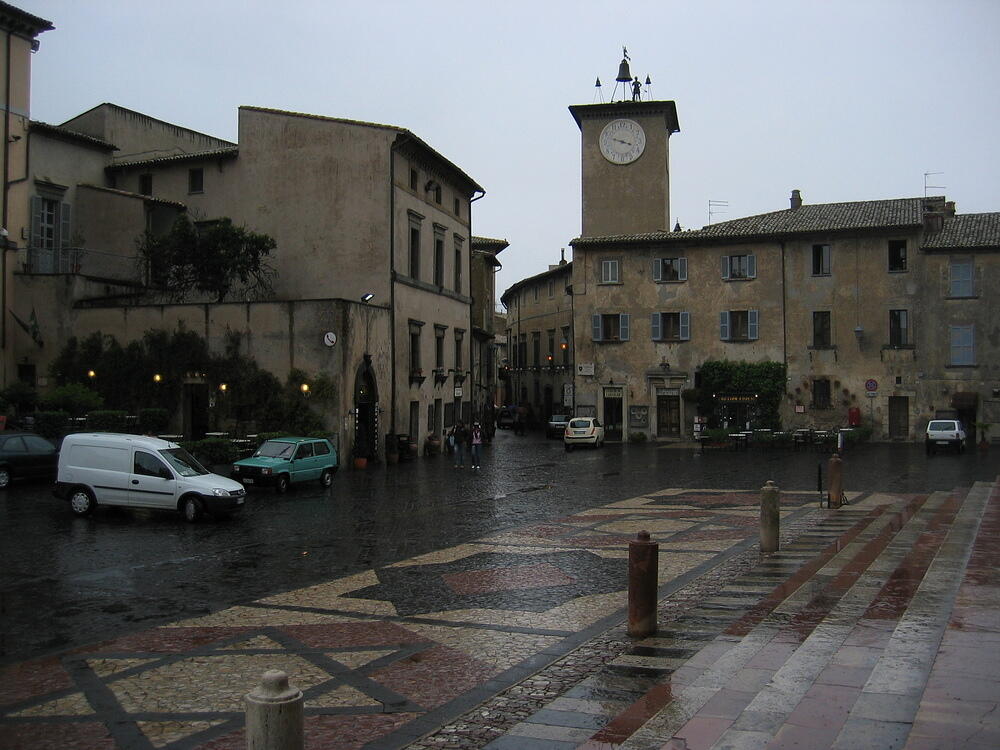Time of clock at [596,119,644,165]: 3:48
